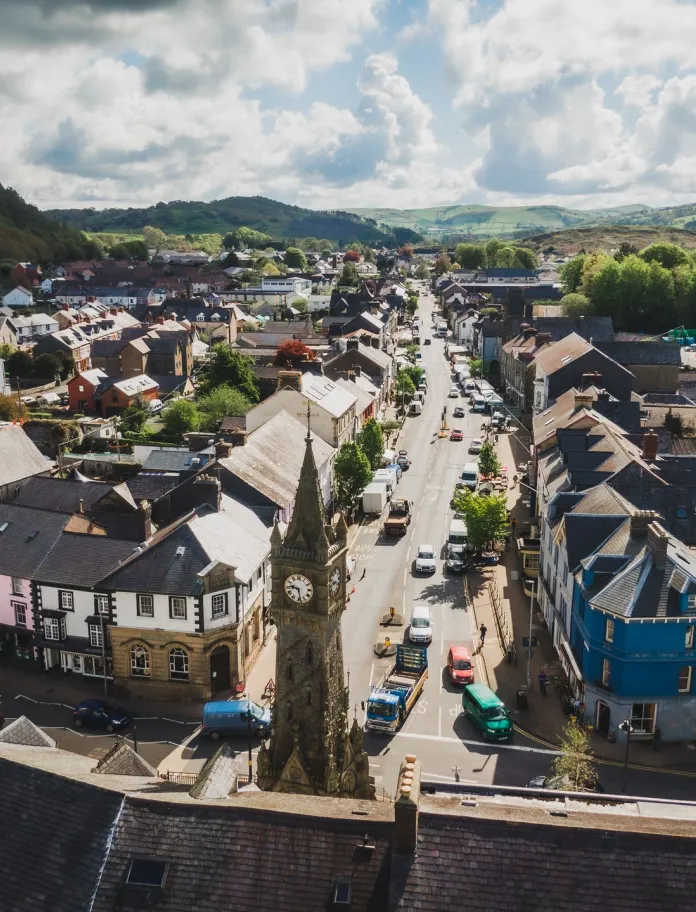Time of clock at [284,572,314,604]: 9:28
